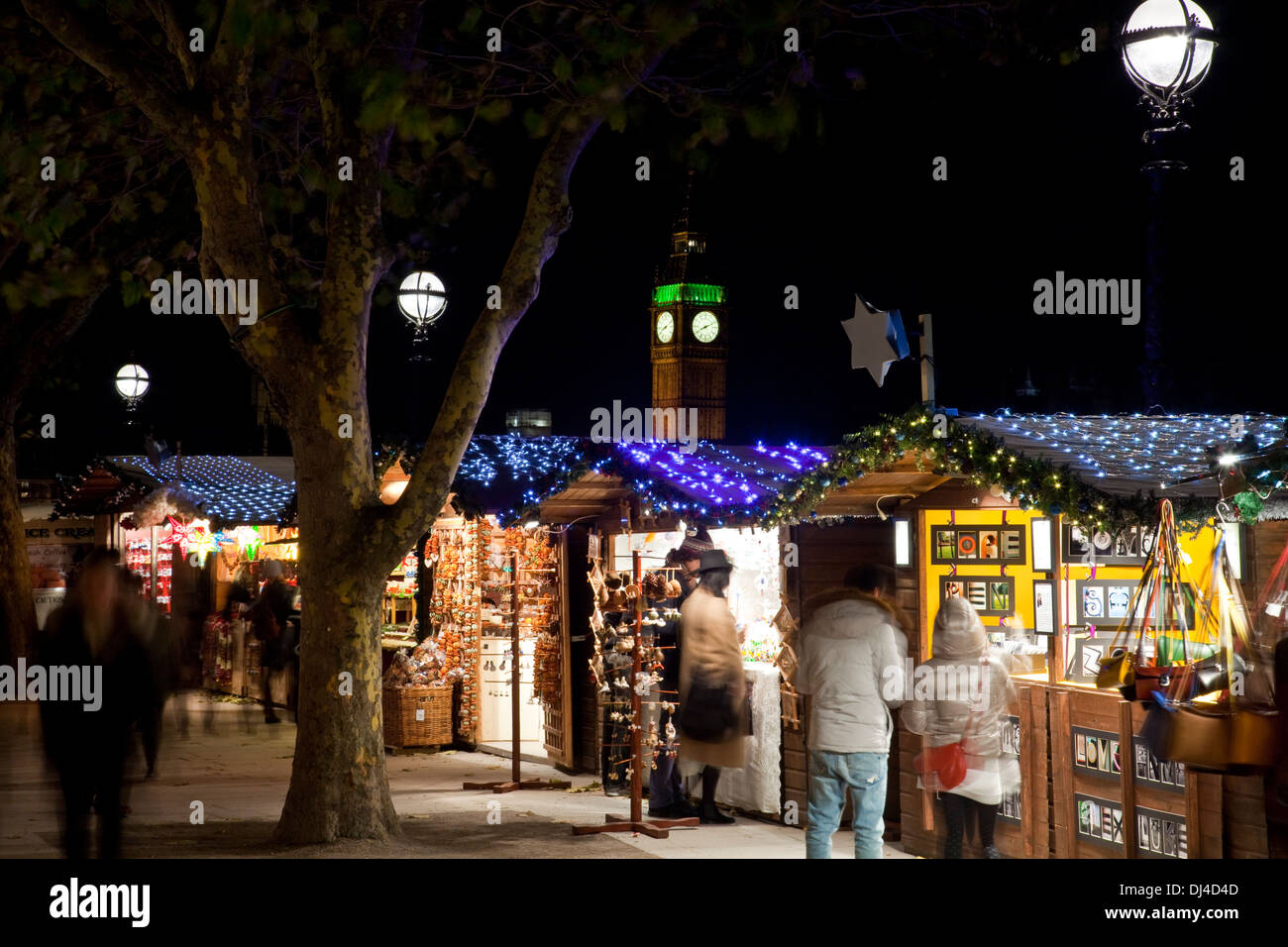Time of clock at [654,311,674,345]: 8:11
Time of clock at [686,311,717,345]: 8:11
